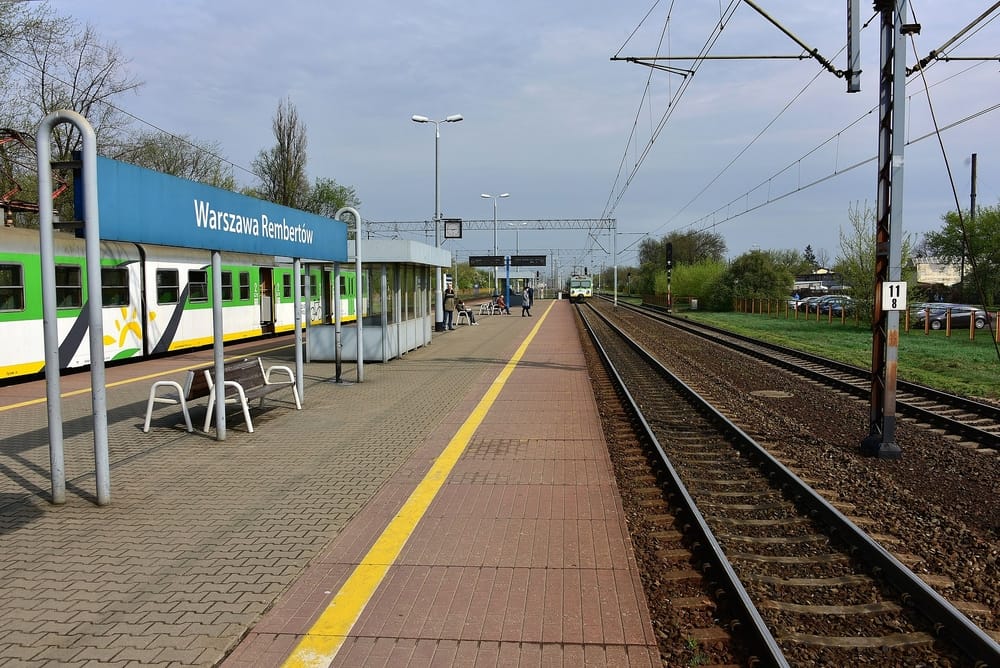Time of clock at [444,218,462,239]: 2:45
